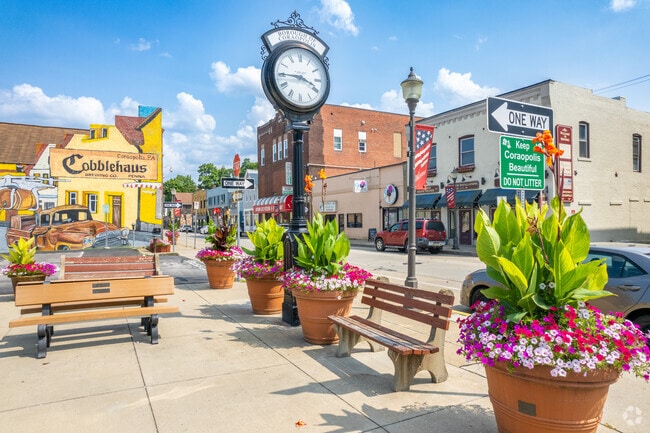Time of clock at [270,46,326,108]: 3:45
